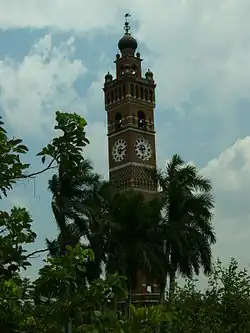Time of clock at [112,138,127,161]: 7:12
